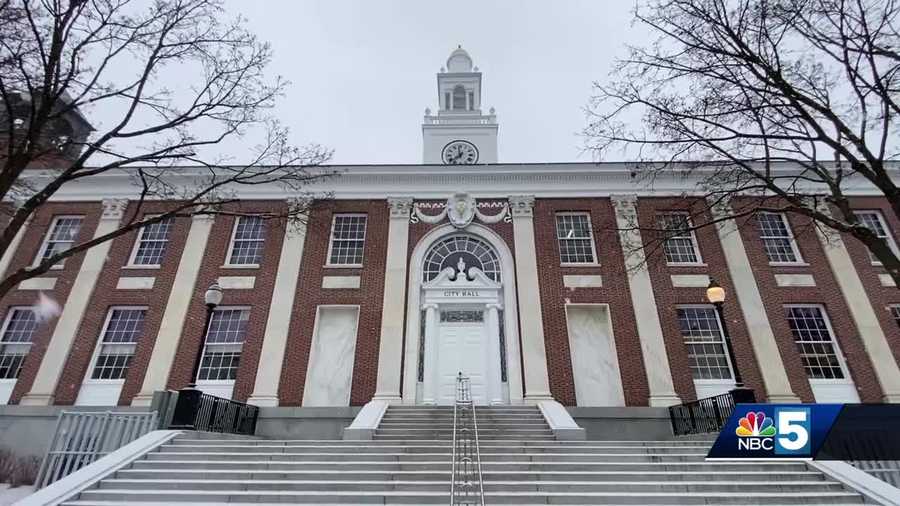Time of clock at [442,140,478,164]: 11:37
